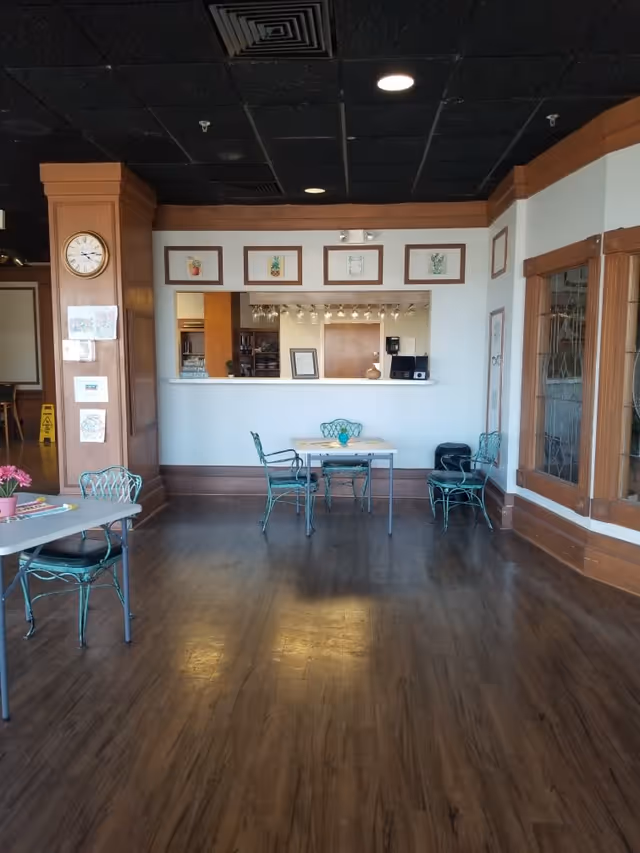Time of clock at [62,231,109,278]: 4:13
